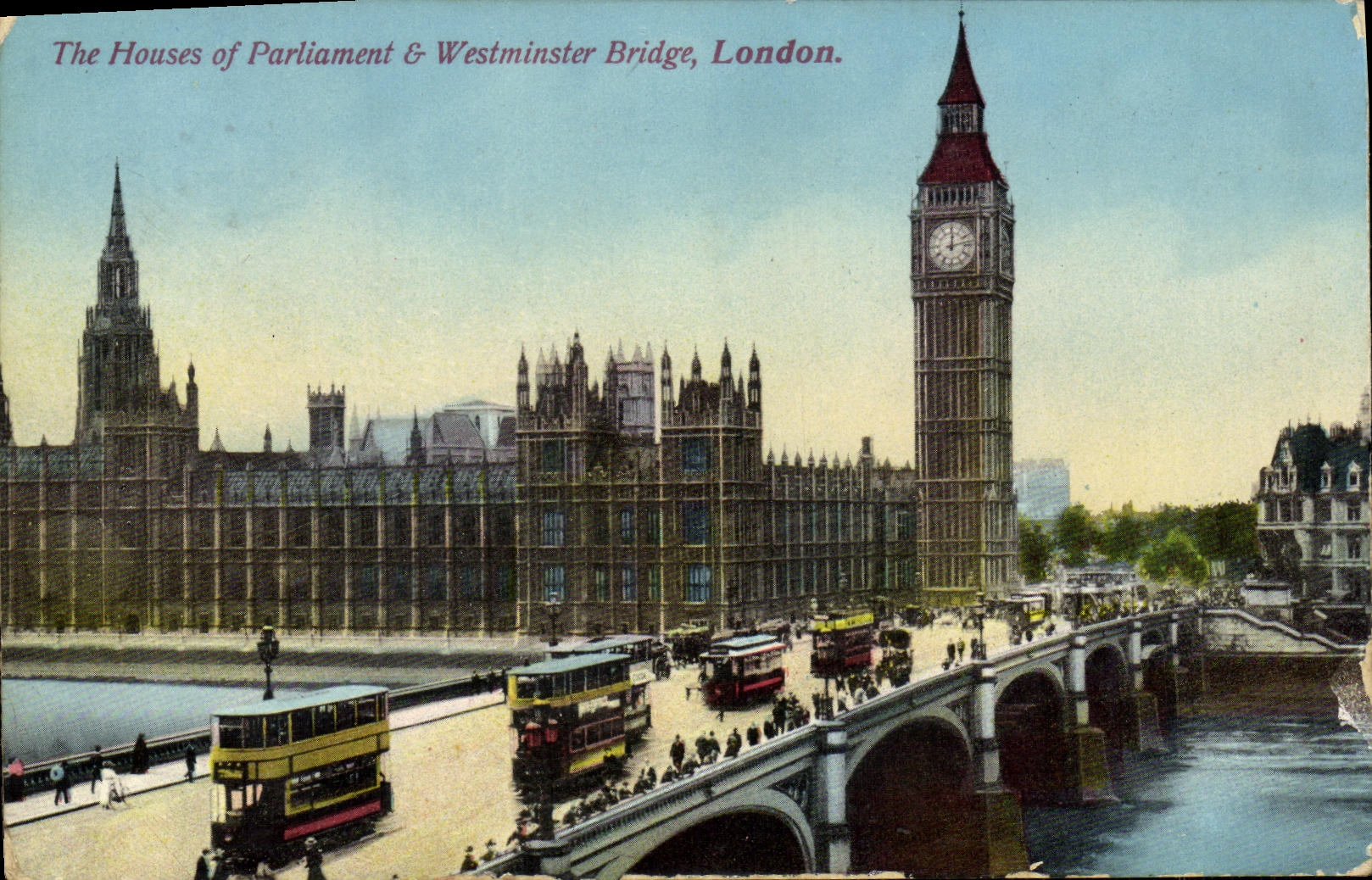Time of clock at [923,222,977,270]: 12:12
